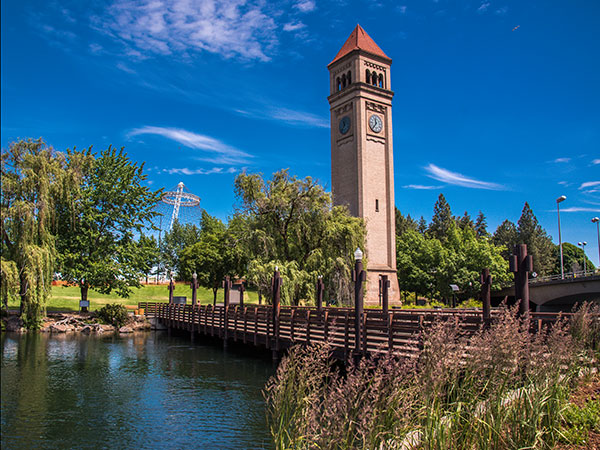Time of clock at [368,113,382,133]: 11:36
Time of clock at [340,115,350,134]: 11:35
